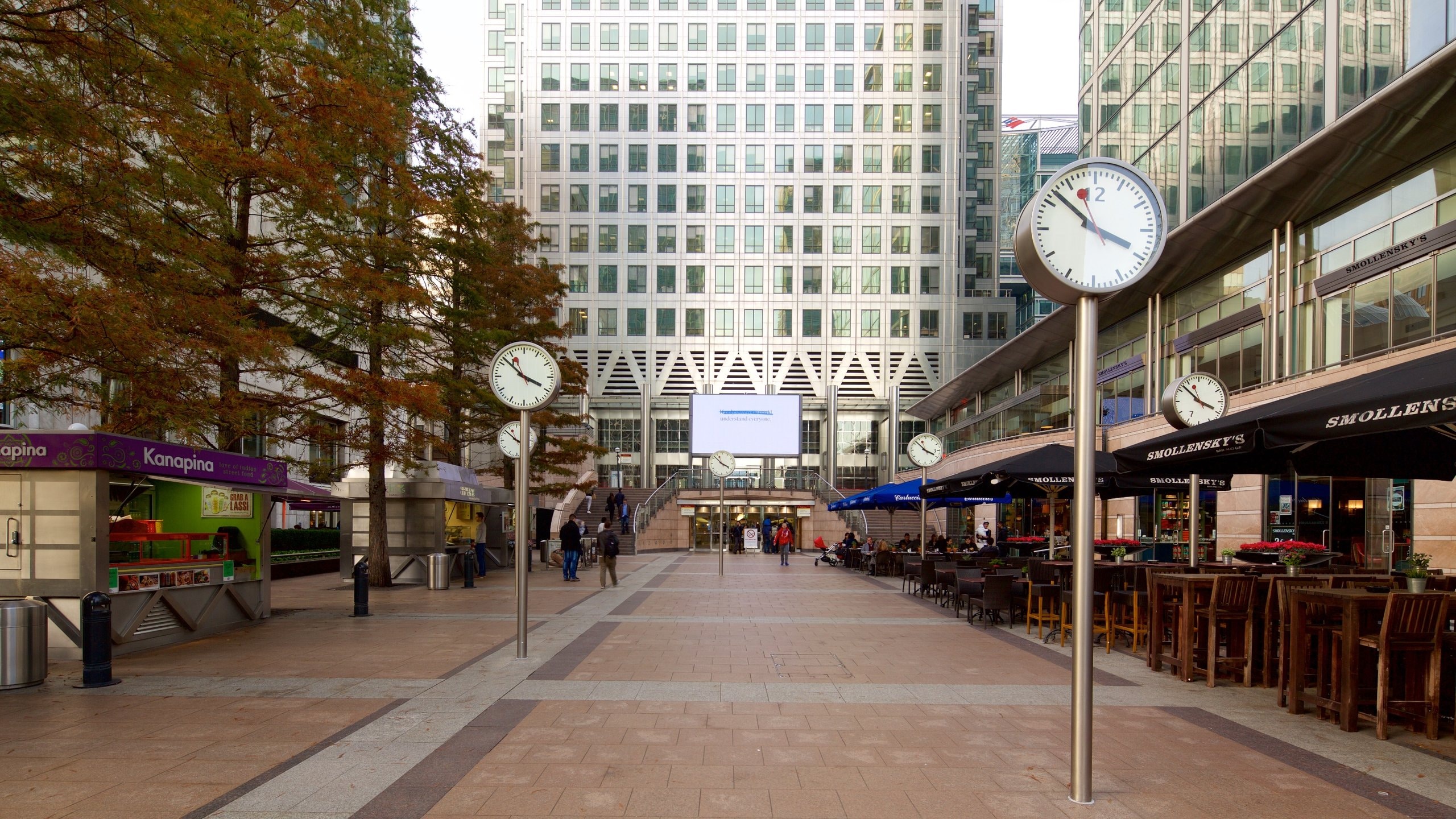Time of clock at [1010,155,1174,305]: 3:52
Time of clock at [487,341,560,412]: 3:52
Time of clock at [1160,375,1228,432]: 3:52
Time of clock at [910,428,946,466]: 3:52
